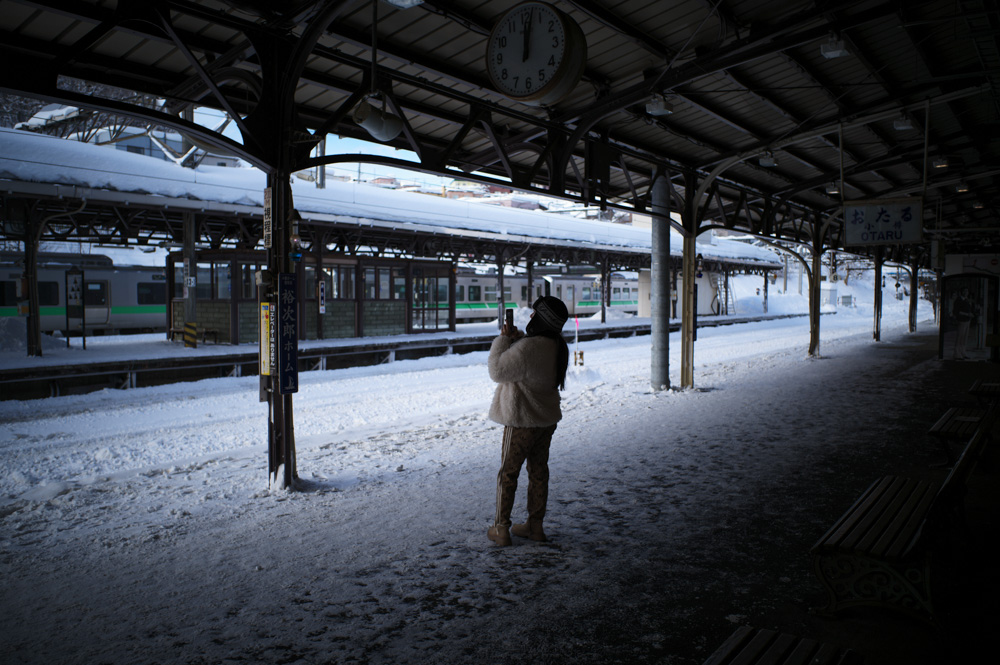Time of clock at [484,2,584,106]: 12:02
